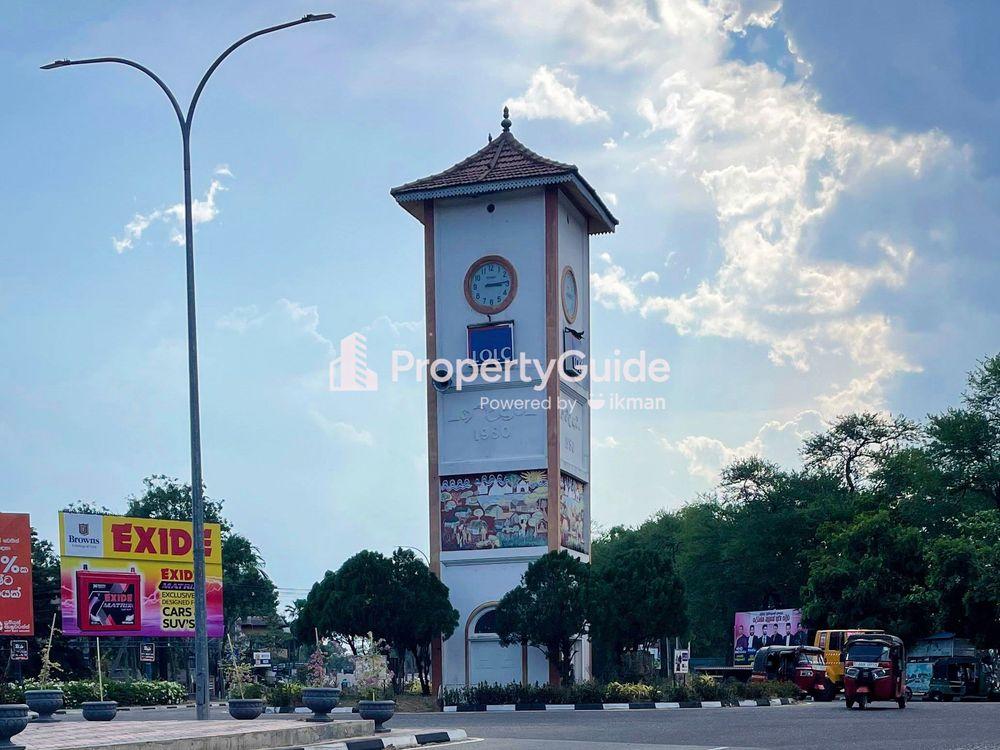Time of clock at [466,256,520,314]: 3:14
